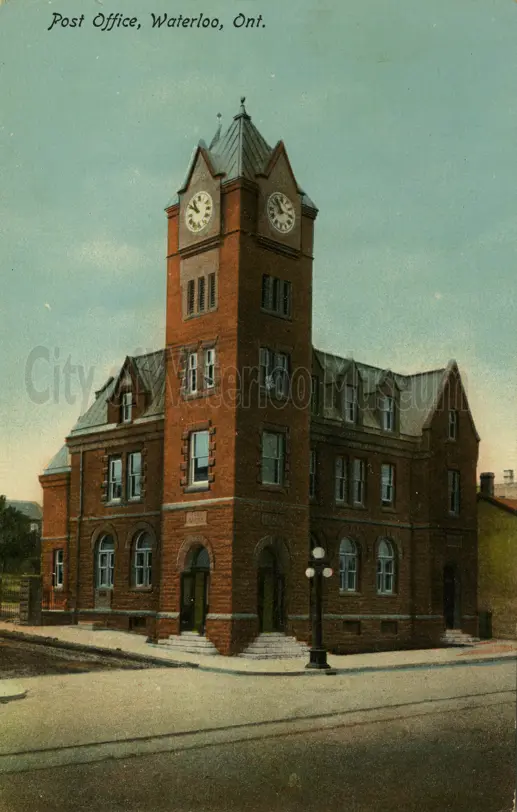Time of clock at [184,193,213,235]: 10:50
